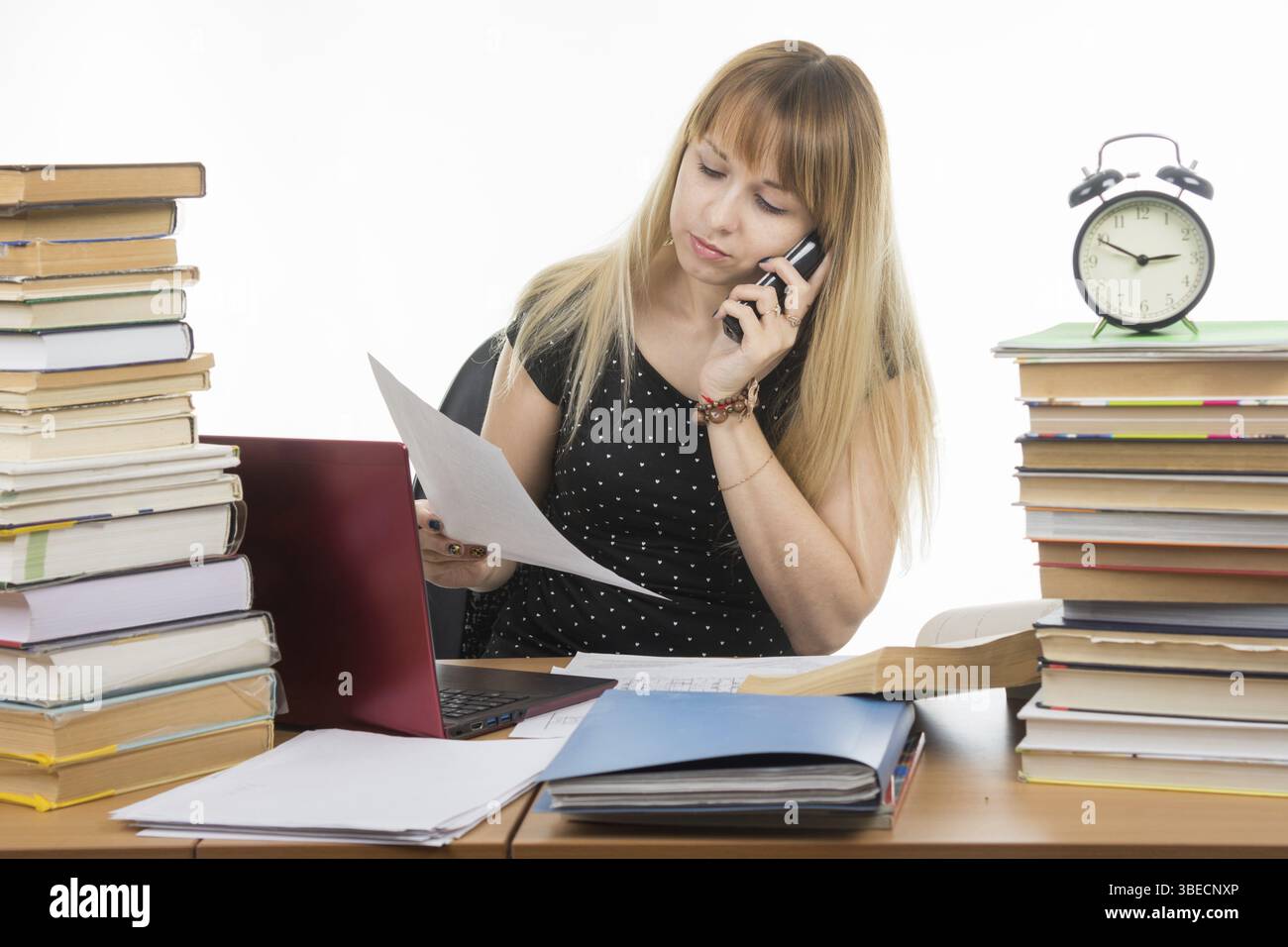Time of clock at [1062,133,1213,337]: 2:49
